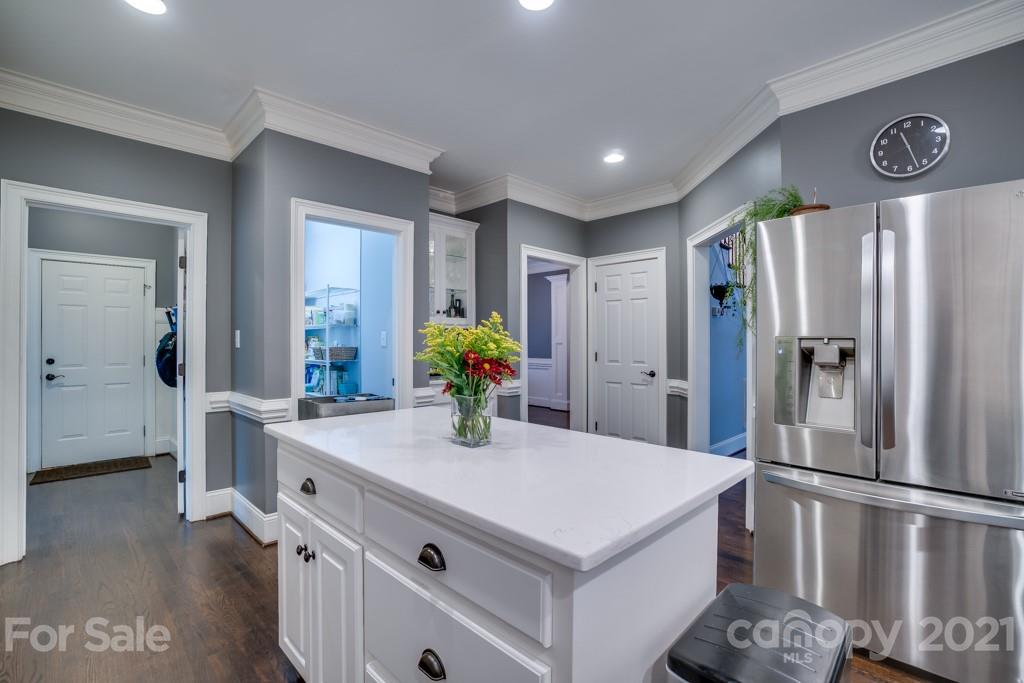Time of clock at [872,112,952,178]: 11:27
